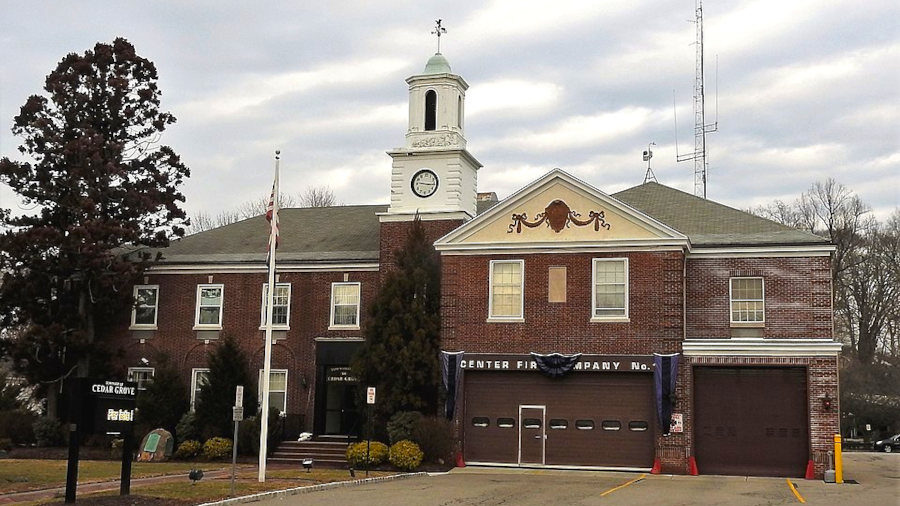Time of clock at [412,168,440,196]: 9:15
